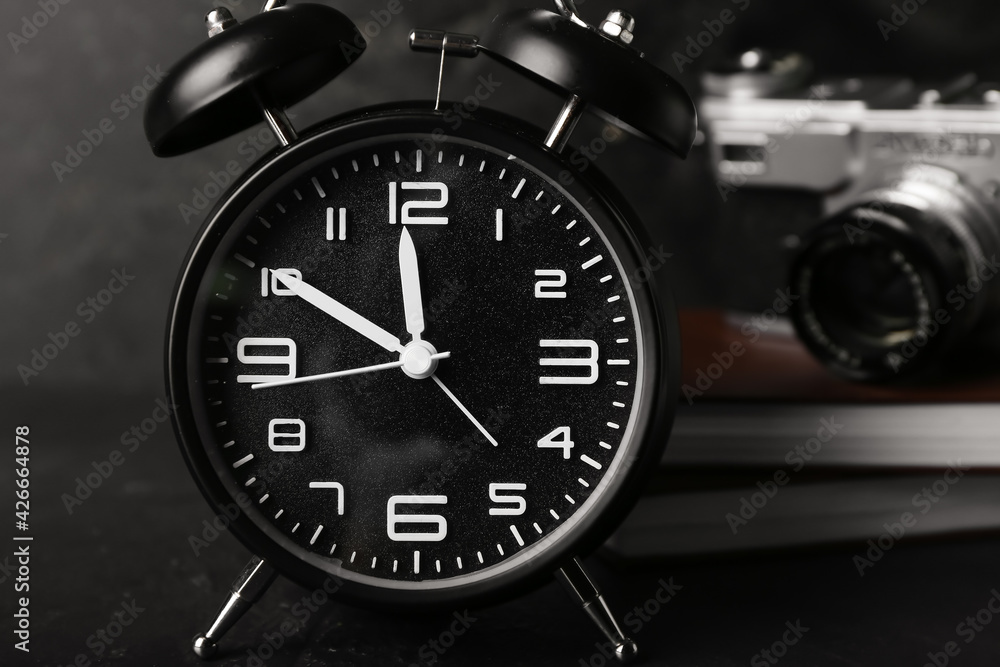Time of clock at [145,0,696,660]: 11:50
